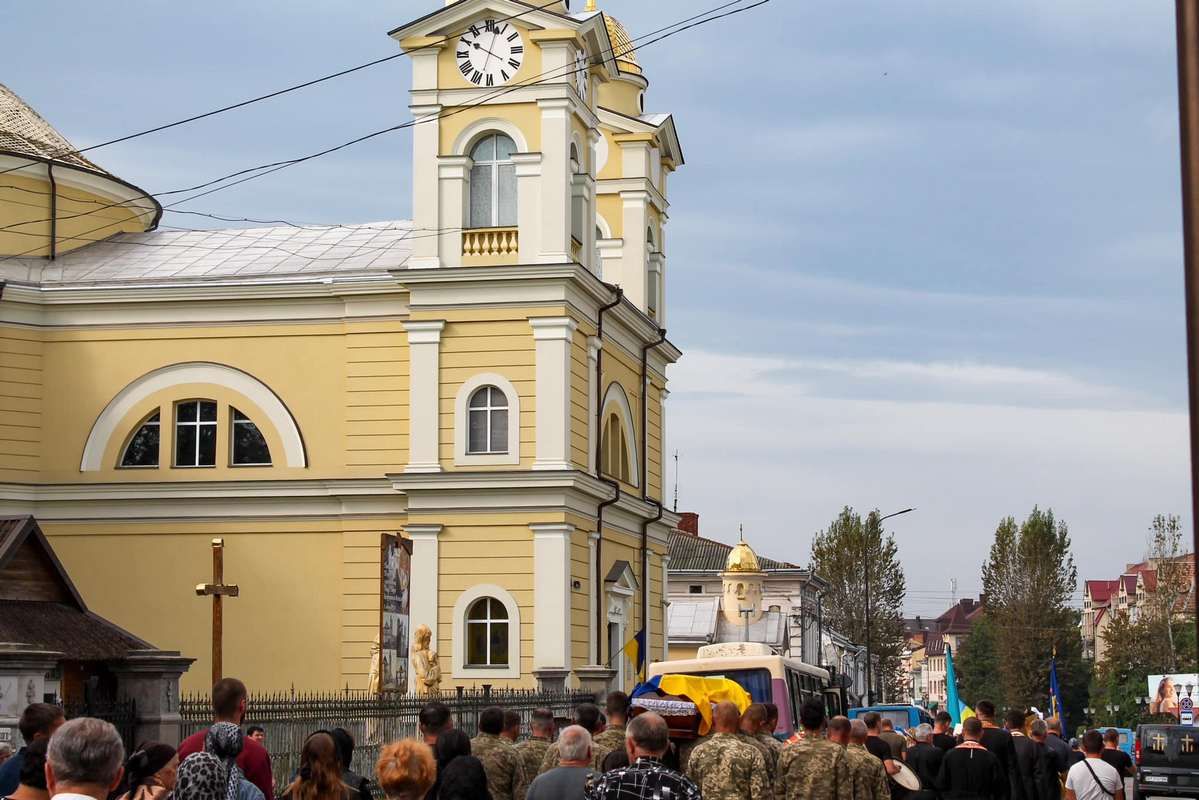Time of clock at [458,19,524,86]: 10:02
